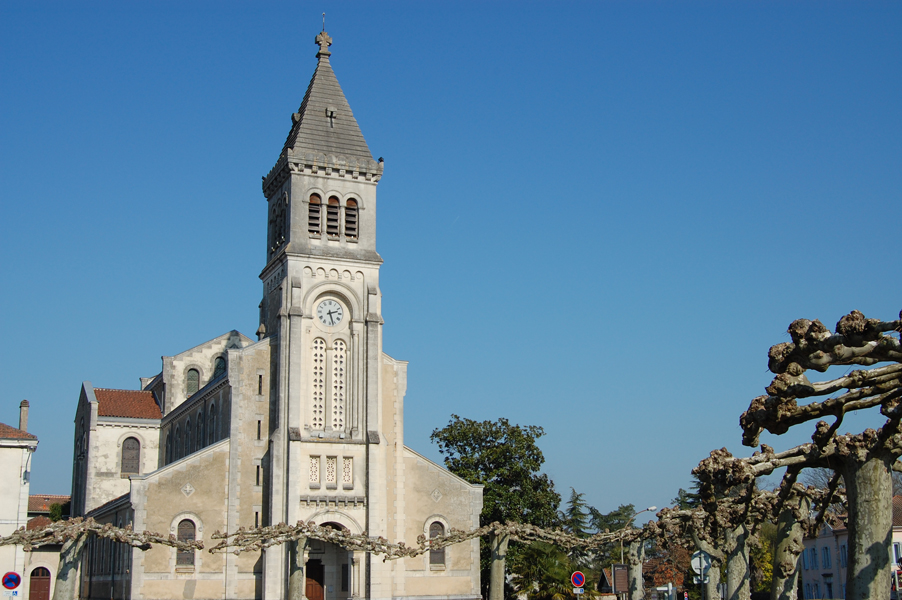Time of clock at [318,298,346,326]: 2:27
